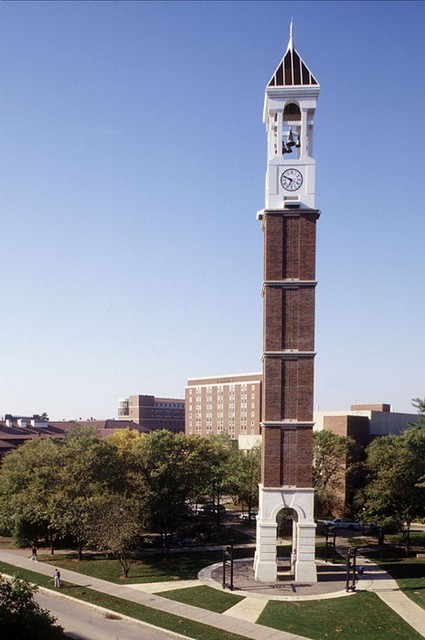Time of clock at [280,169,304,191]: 6:48
